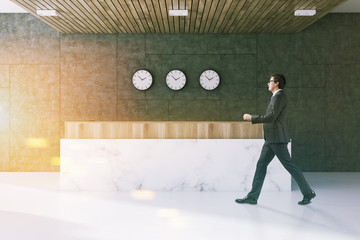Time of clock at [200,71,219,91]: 1:52
